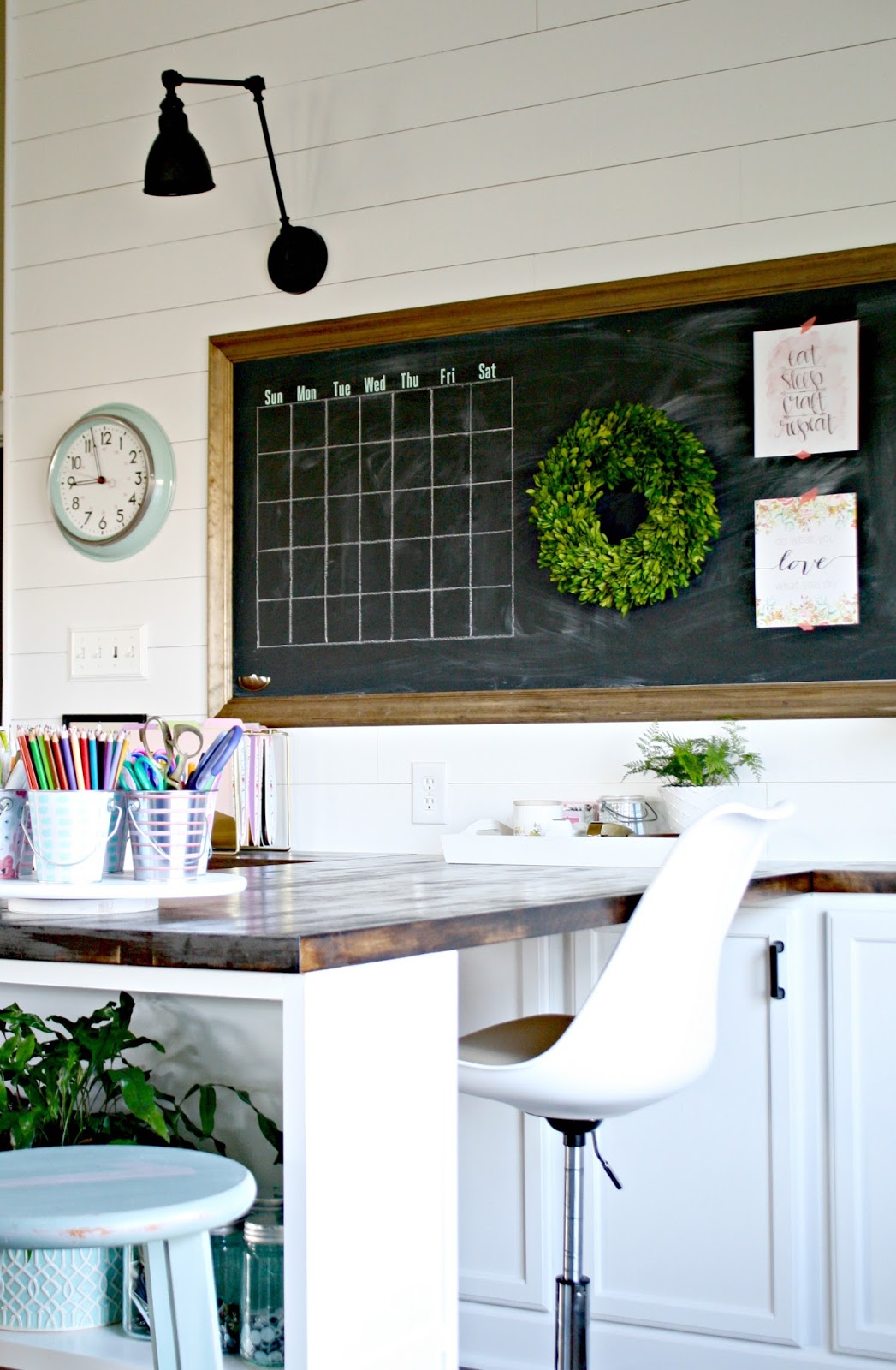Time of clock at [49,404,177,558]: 8:57
